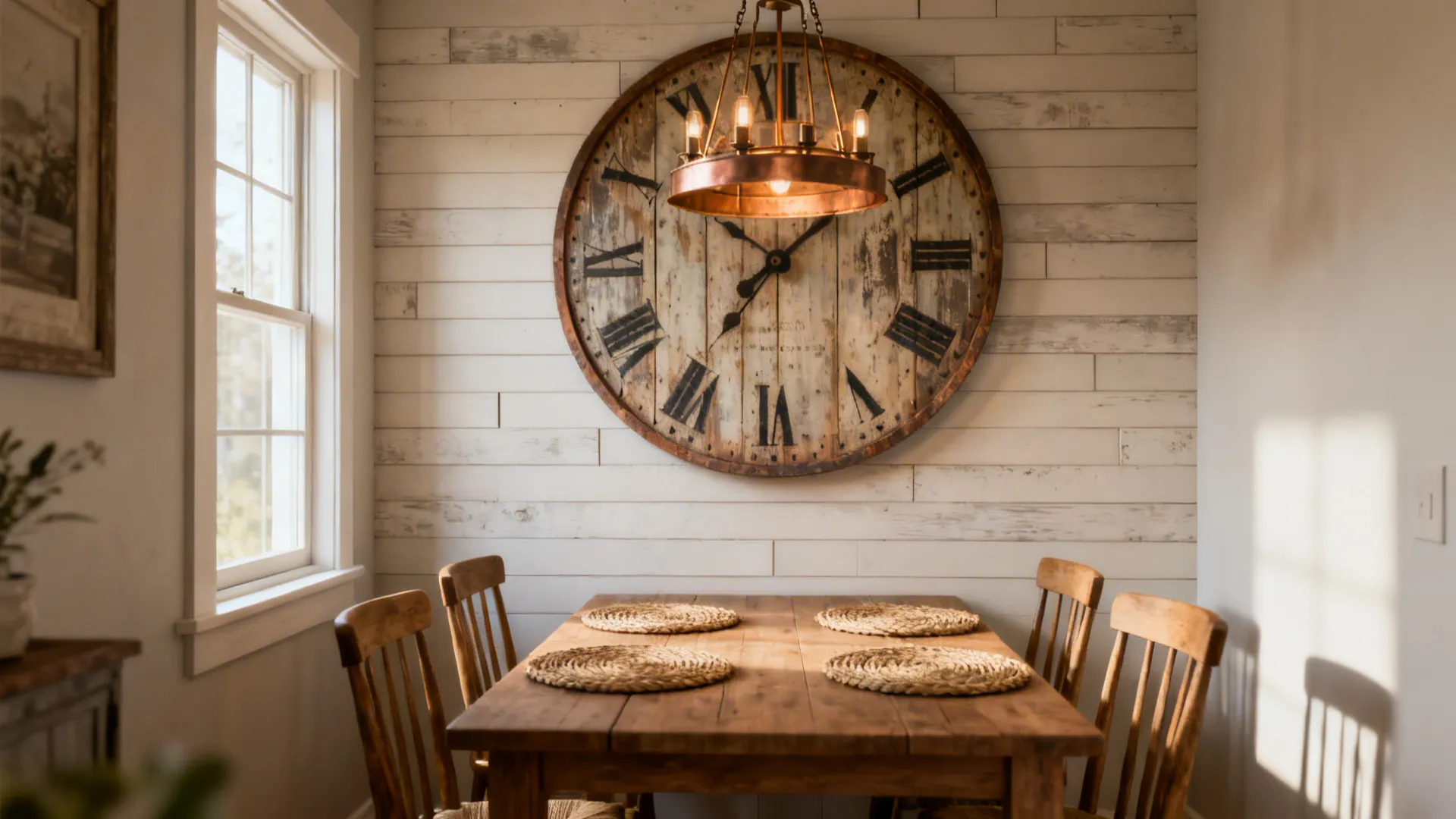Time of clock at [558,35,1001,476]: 1:50
